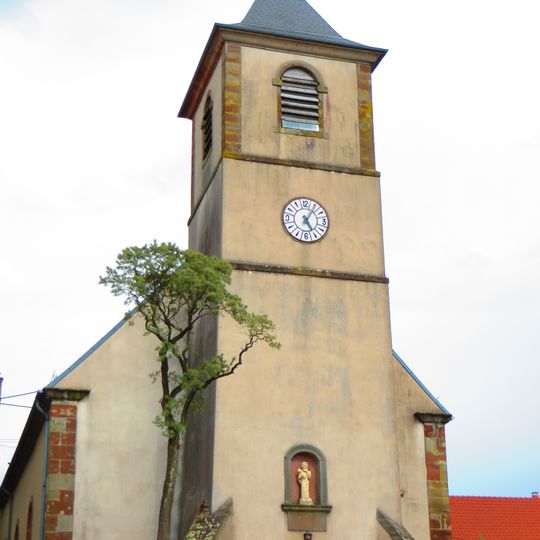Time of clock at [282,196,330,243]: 5:05
